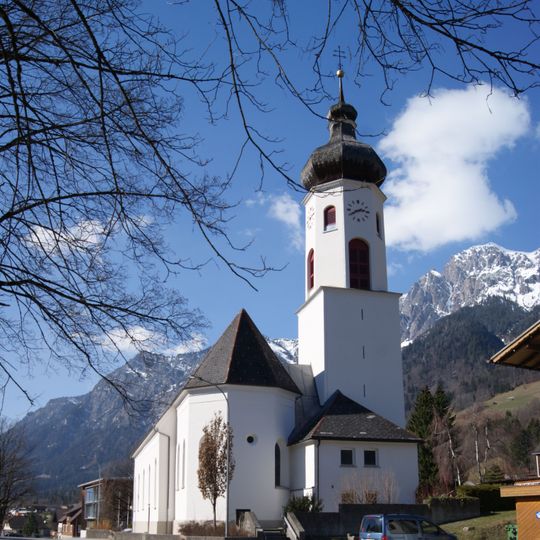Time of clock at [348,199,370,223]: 2:40
